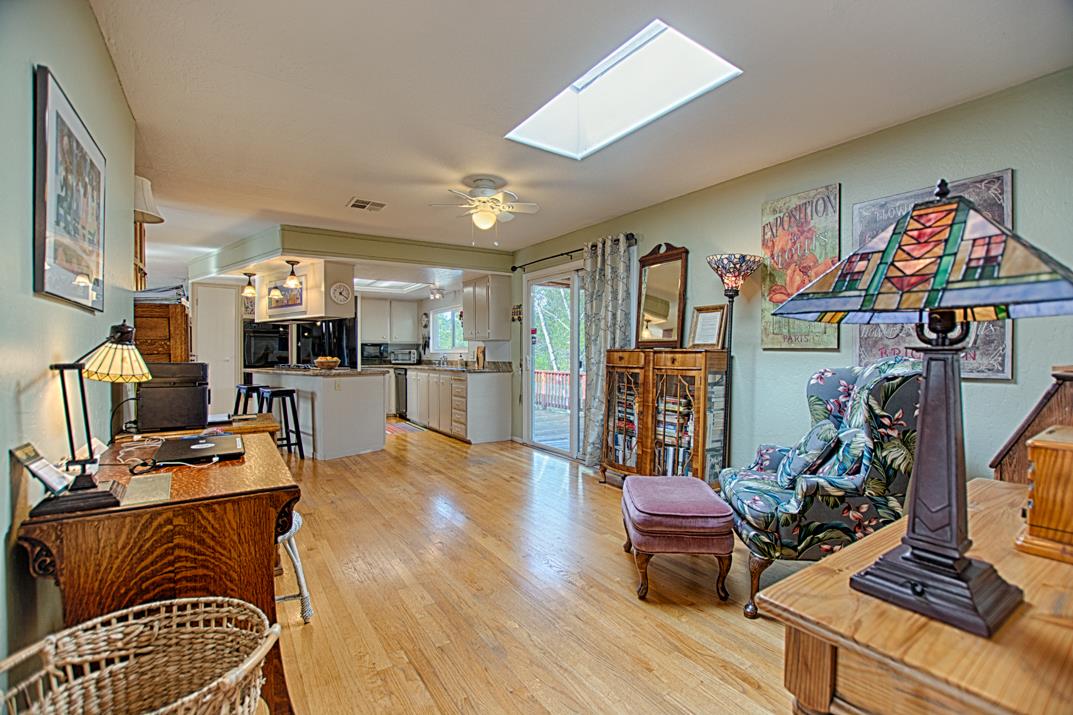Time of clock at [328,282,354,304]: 1:20
